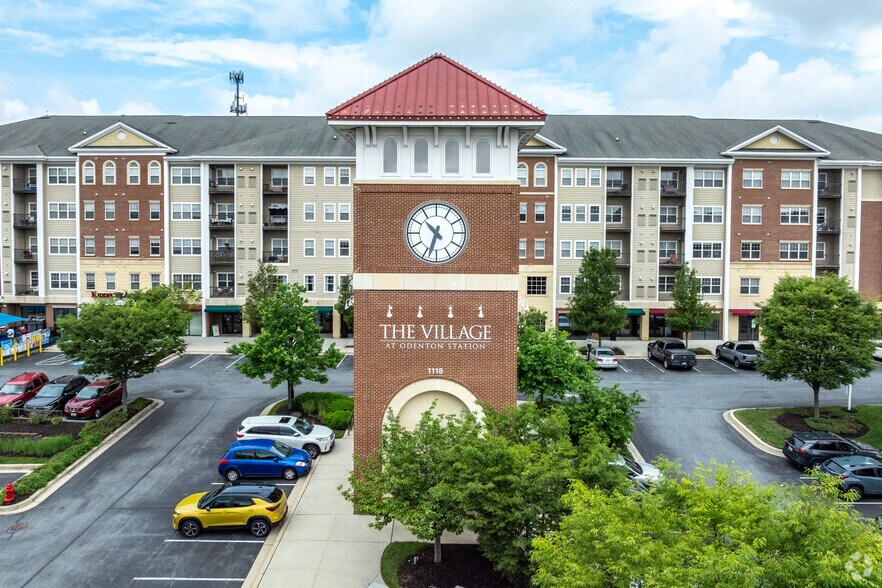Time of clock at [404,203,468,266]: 10:33
